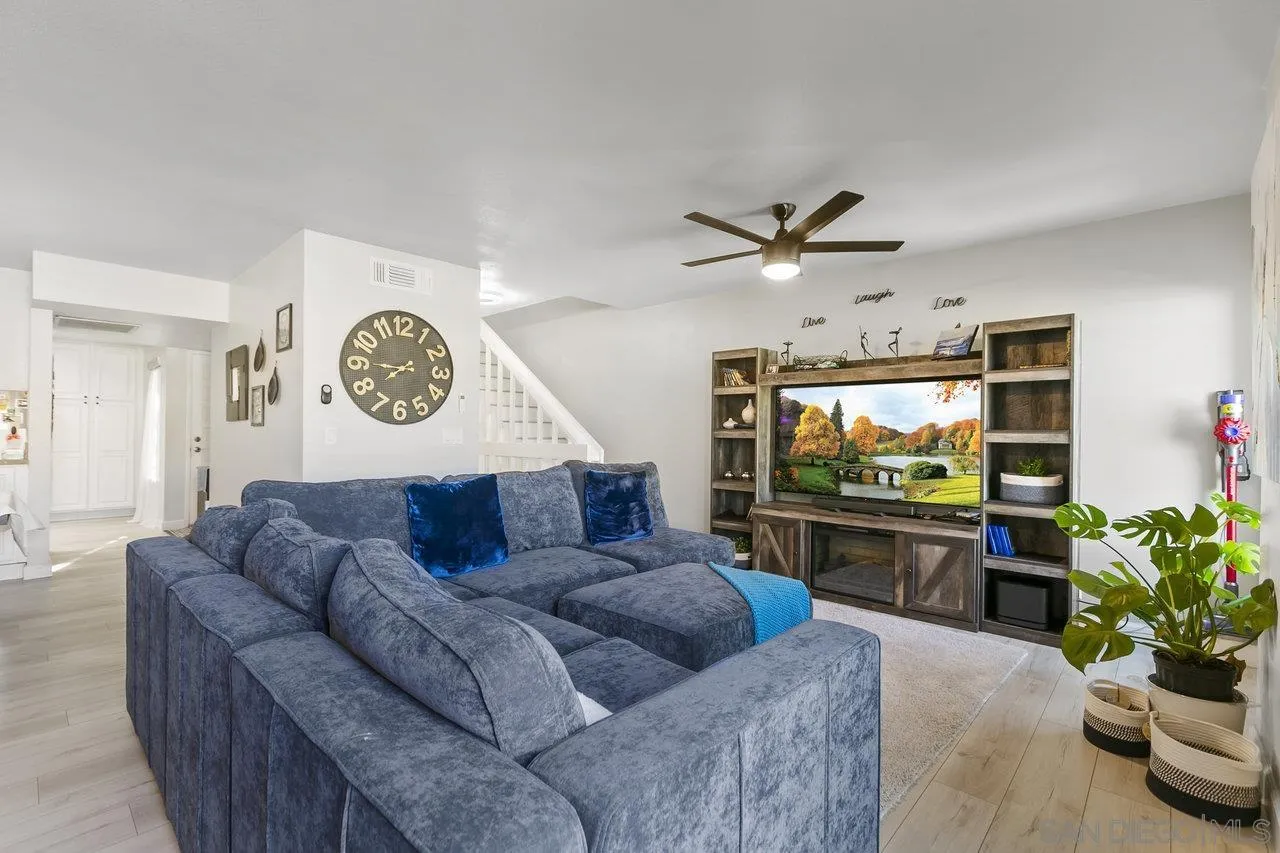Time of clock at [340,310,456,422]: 7:45
